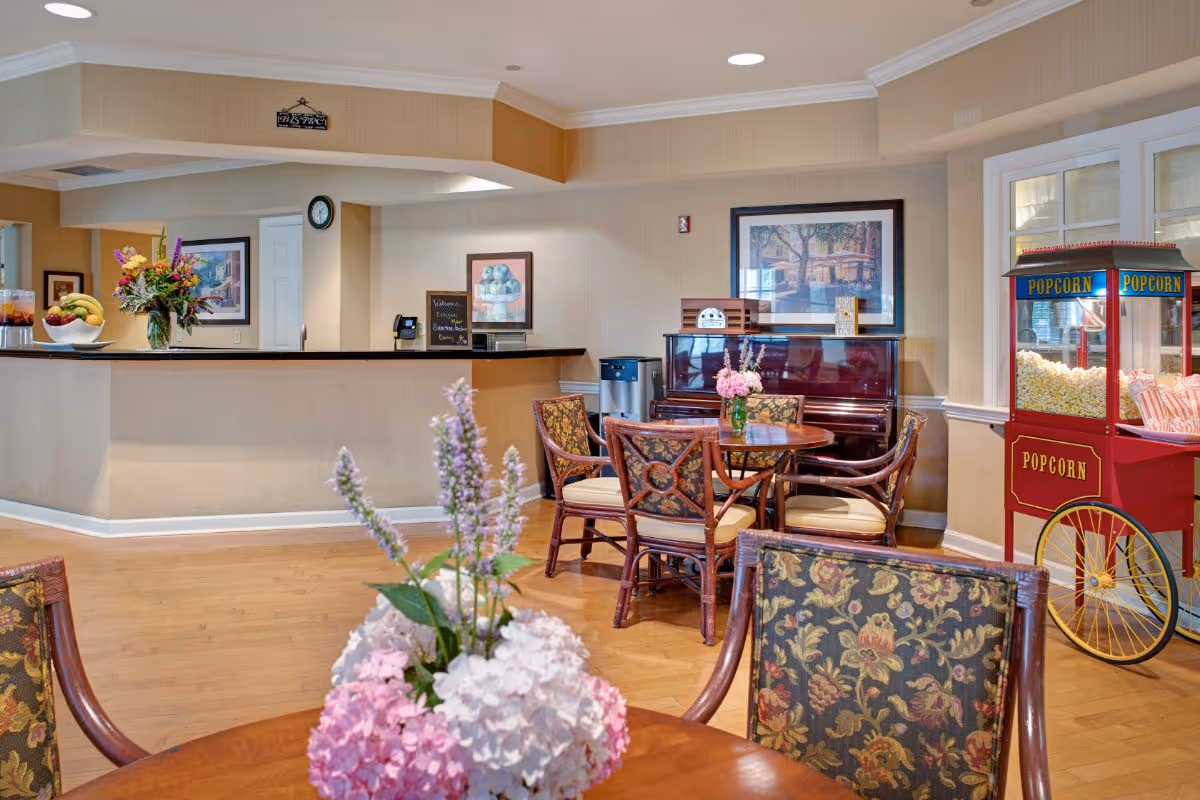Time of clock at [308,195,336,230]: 1:28
